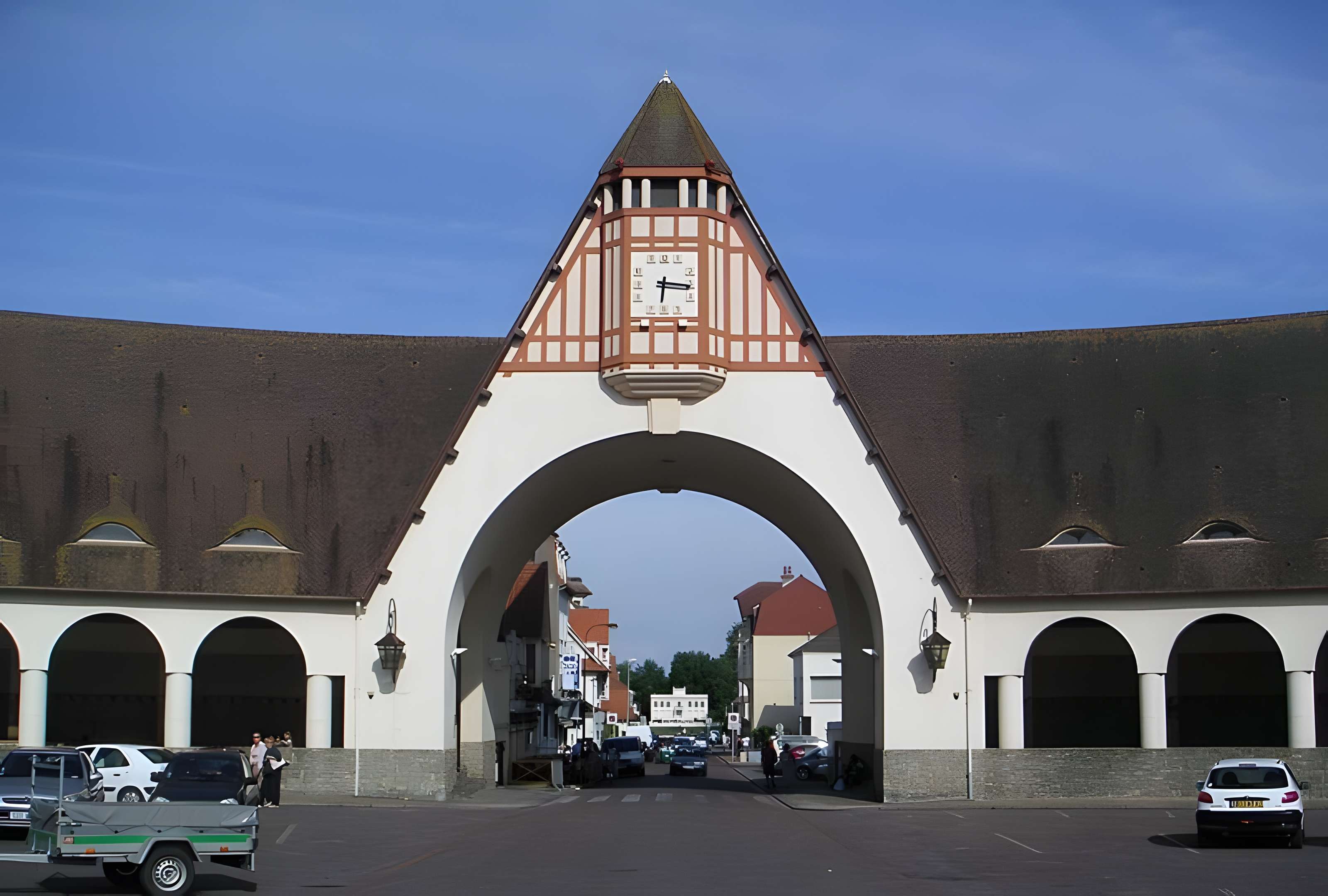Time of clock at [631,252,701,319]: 6:16
